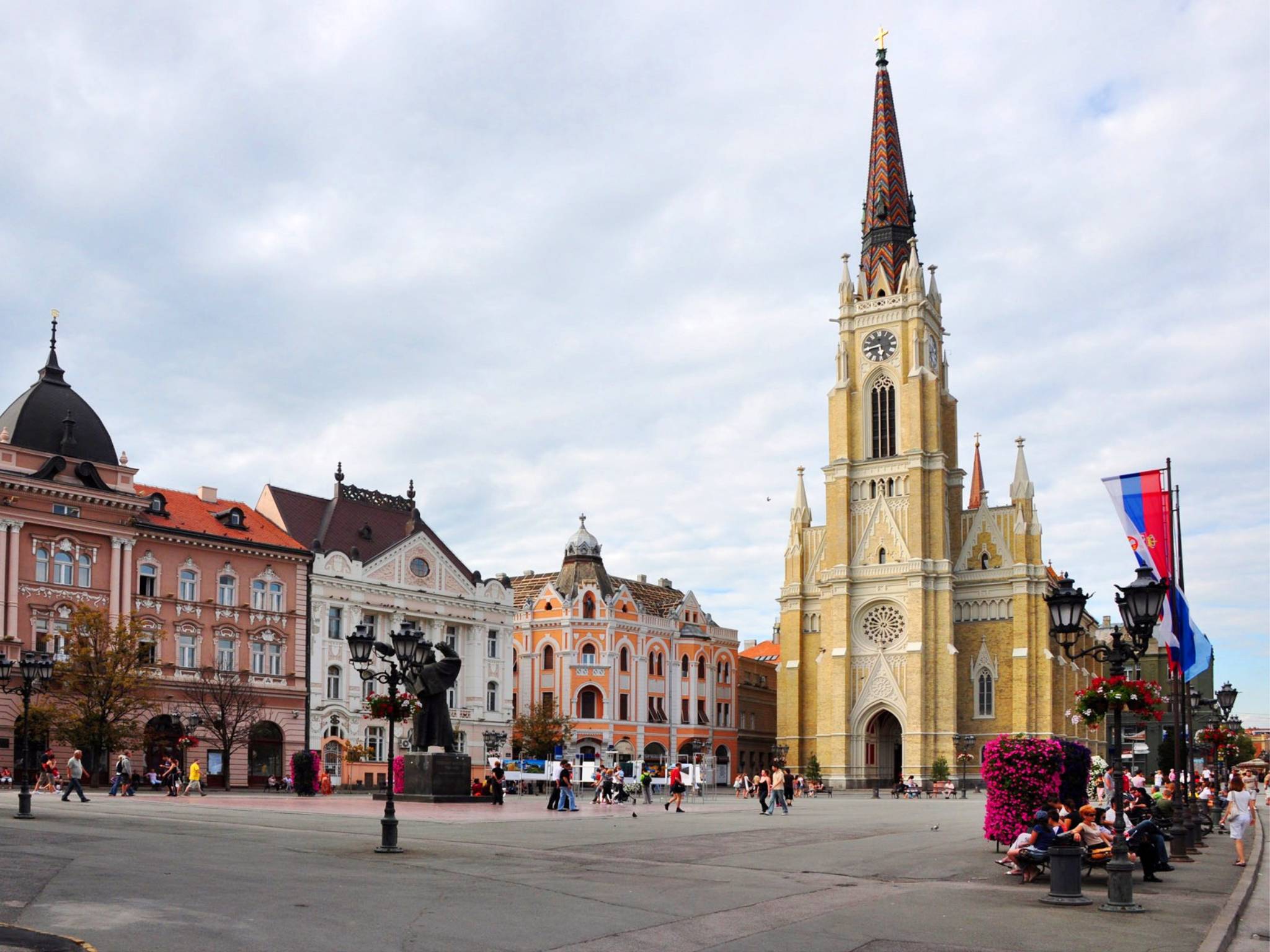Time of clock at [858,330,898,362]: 5:42
